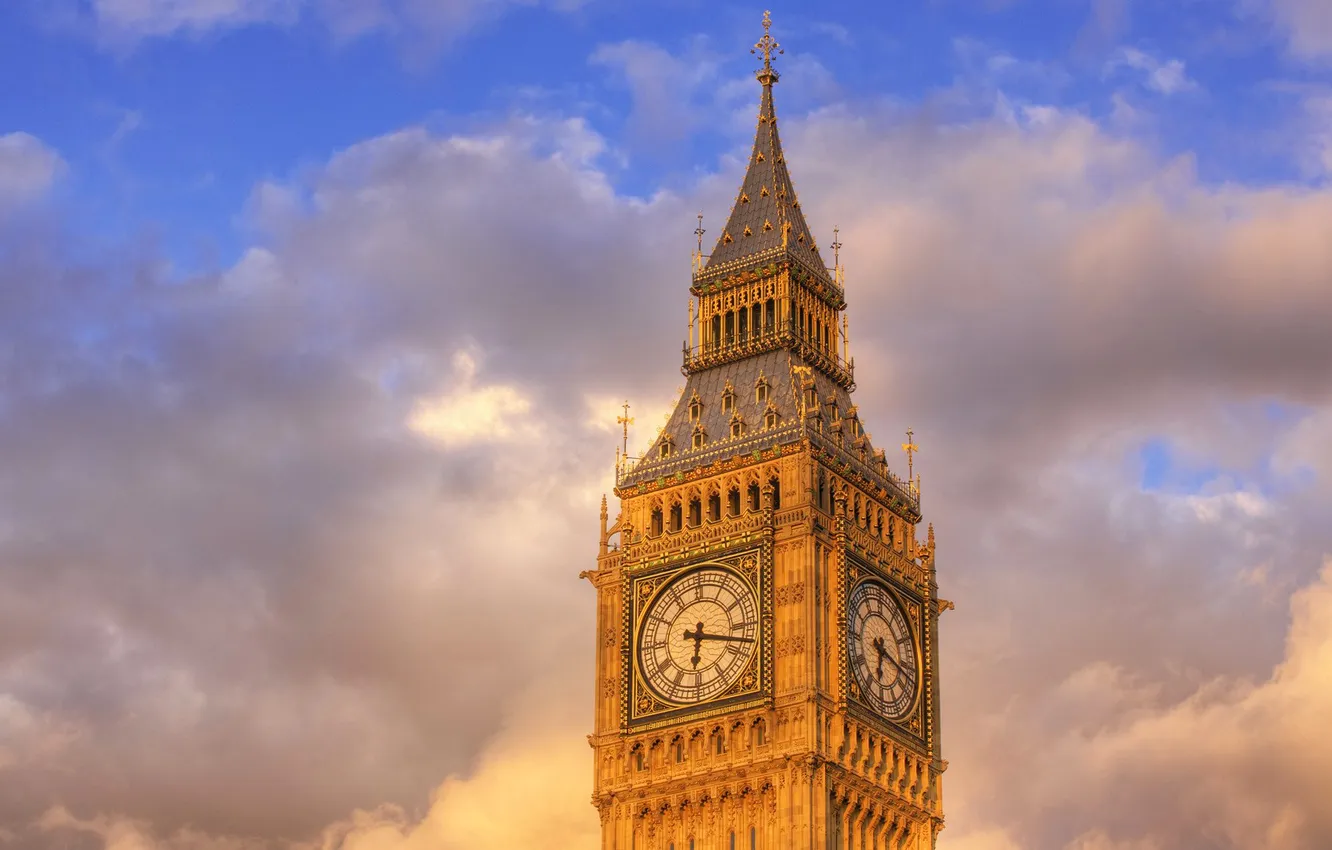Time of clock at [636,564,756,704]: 6:17
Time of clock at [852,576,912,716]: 6:17
